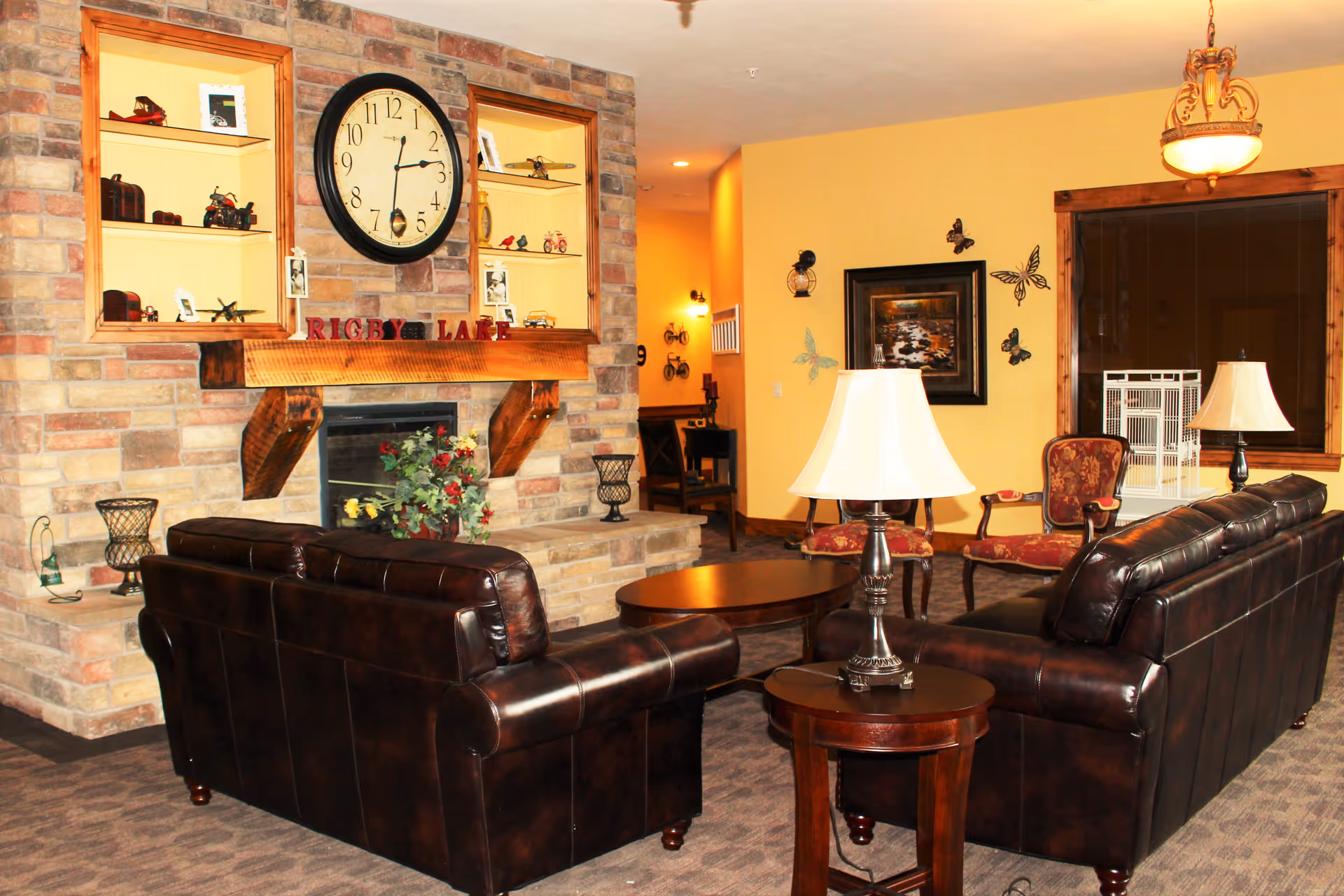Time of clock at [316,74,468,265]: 2:31
